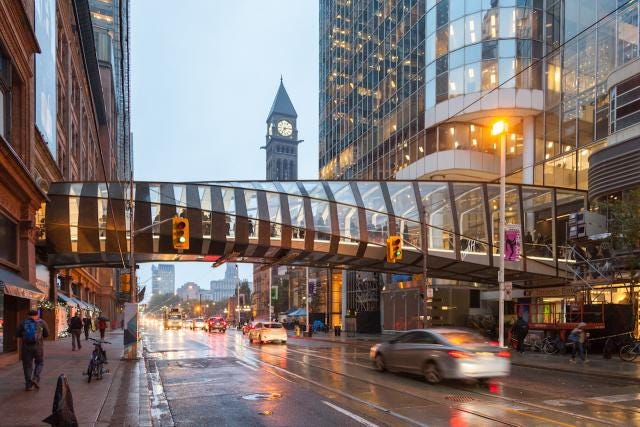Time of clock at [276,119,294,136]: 7:13
